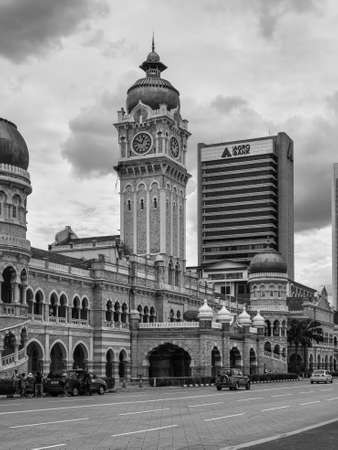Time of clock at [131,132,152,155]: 12:48
